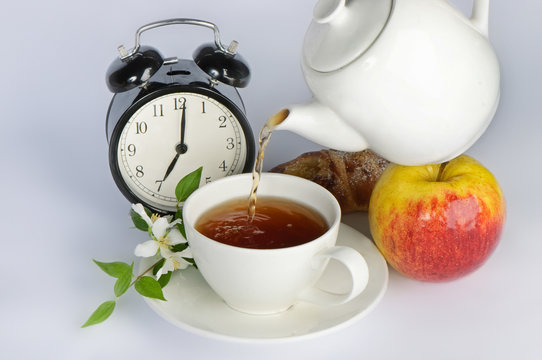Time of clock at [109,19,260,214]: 7:01
